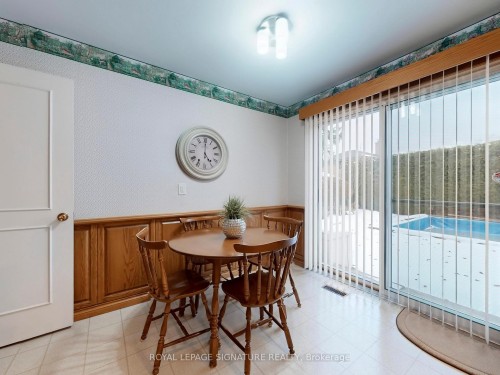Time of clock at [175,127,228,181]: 5:00
